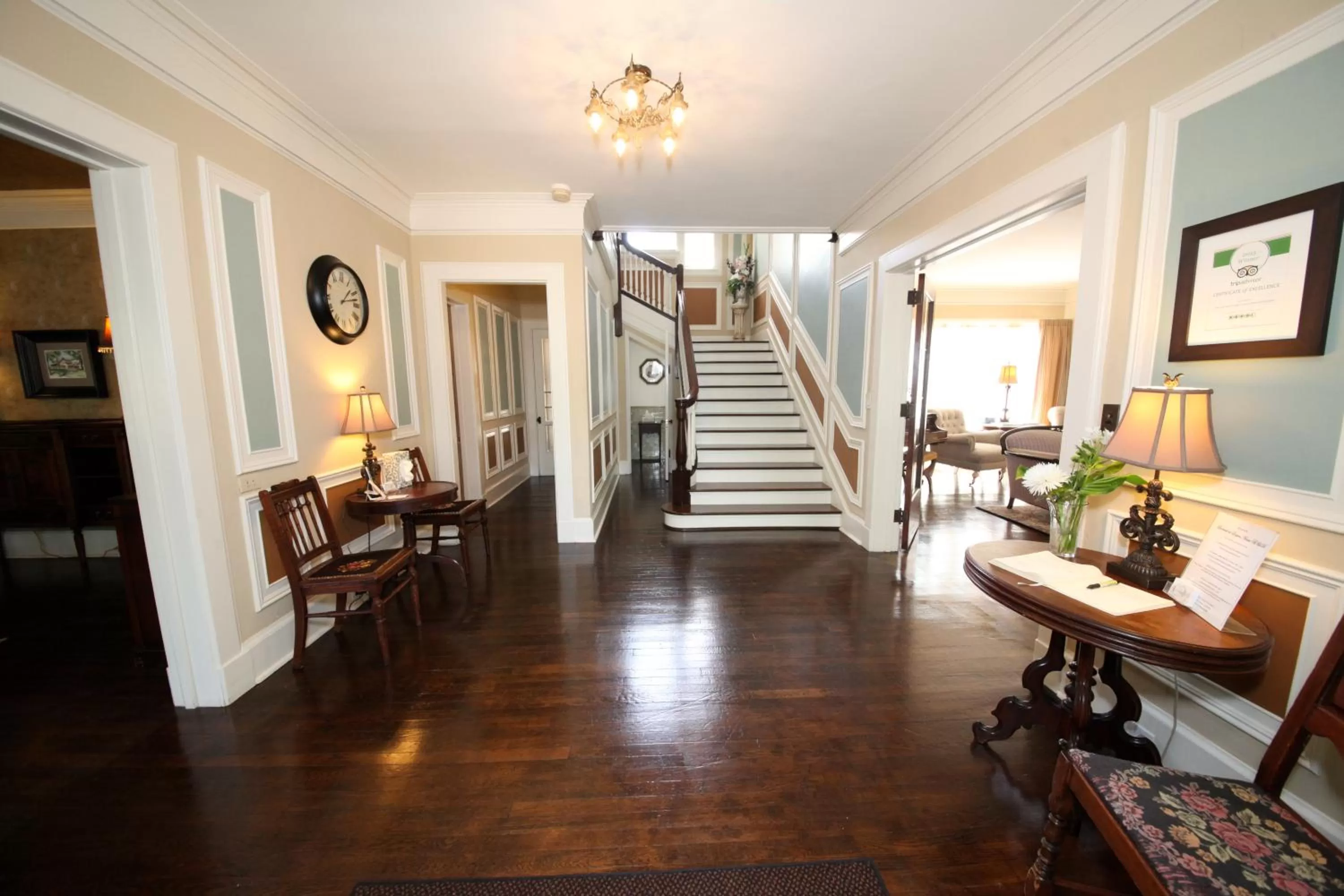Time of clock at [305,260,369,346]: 1:12
